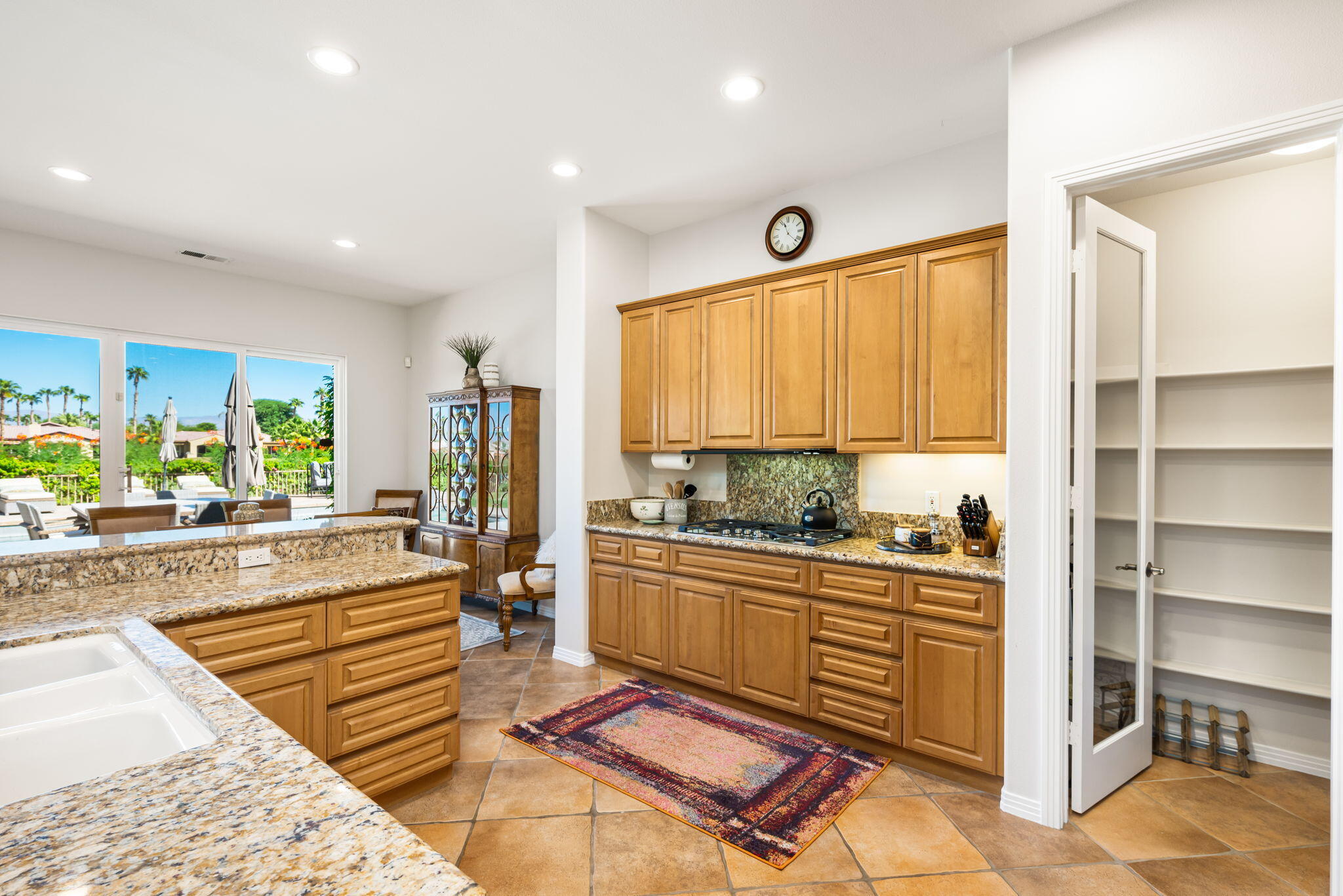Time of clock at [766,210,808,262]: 11:22
